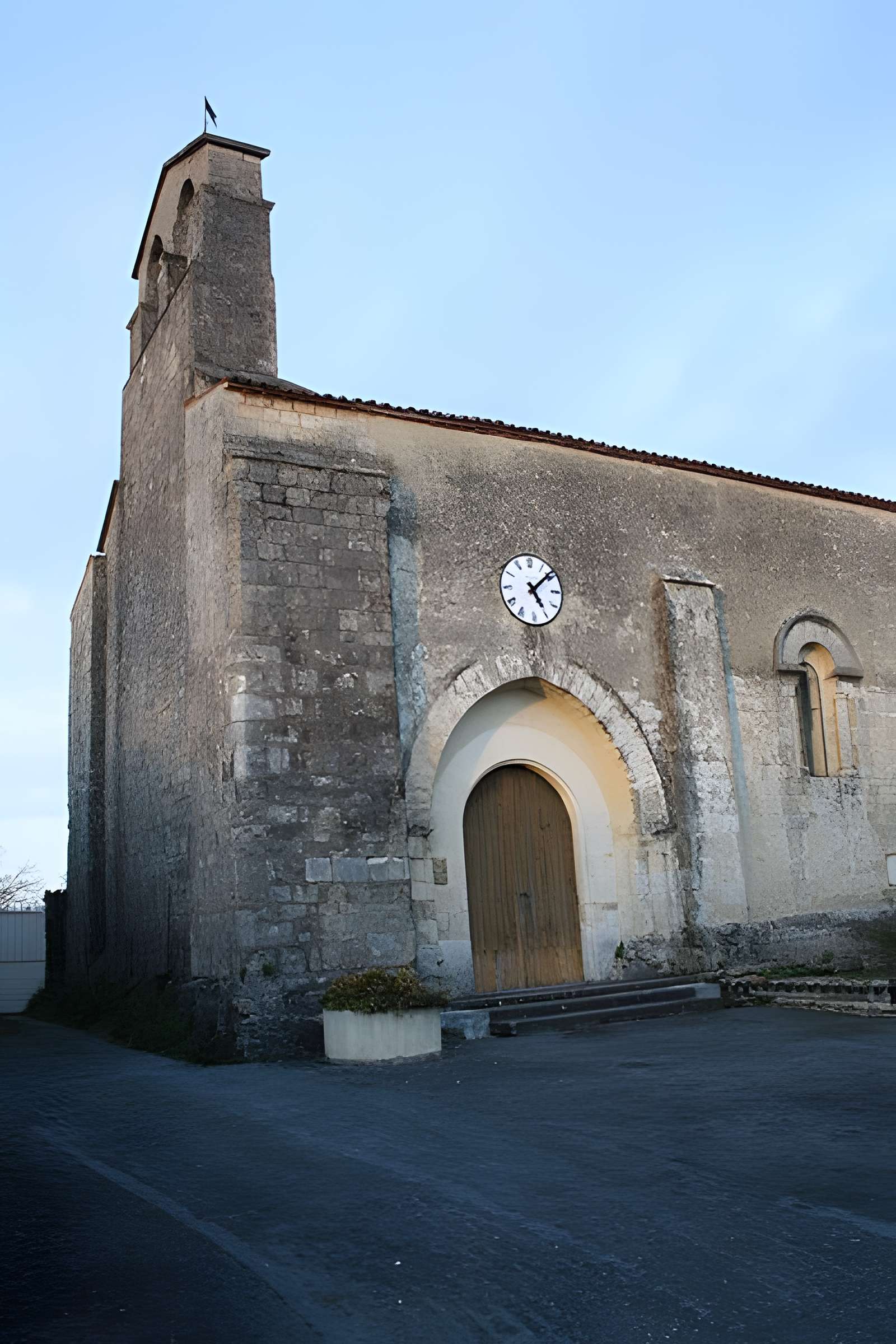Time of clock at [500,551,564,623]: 5:08
